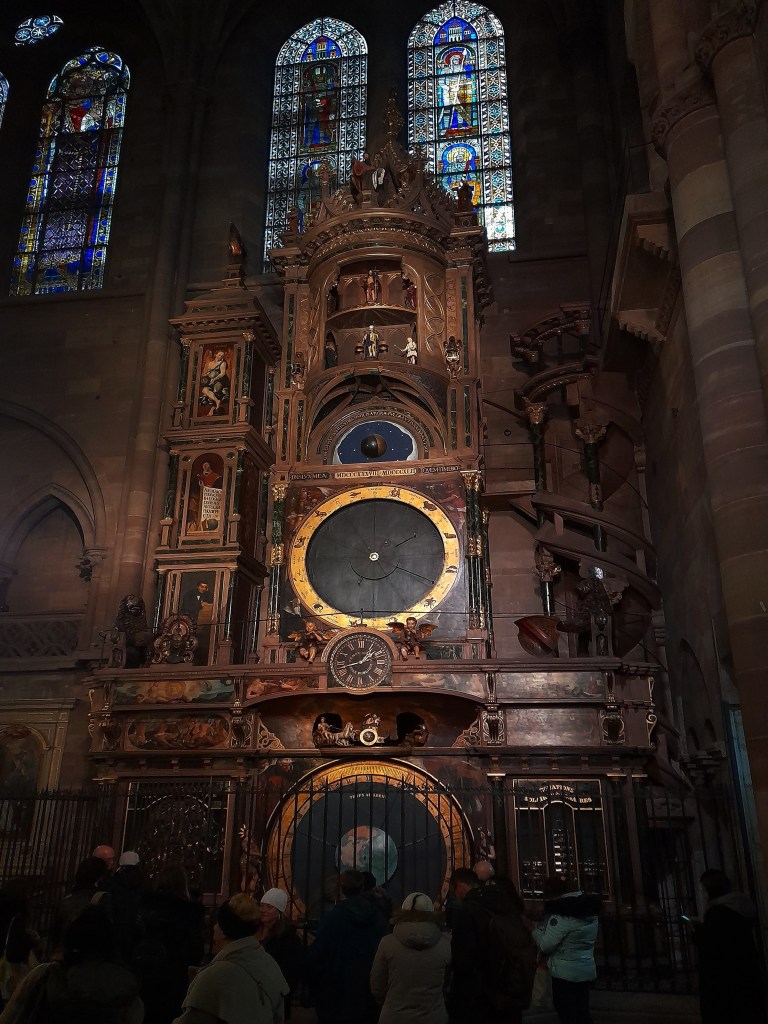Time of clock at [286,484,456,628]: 1:43
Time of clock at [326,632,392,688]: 1:42
